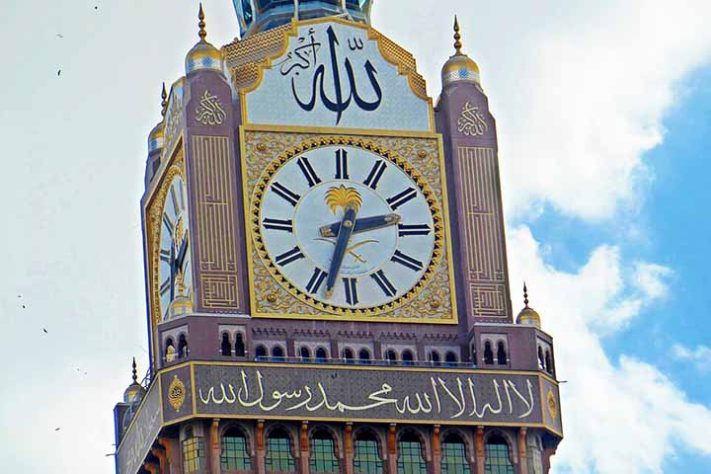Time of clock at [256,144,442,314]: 2:33
